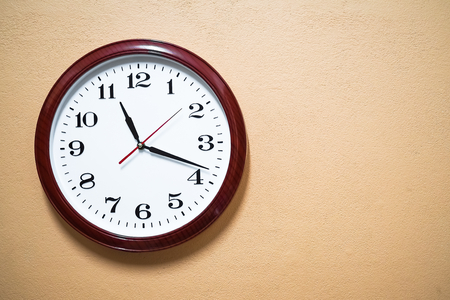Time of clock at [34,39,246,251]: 11:18
